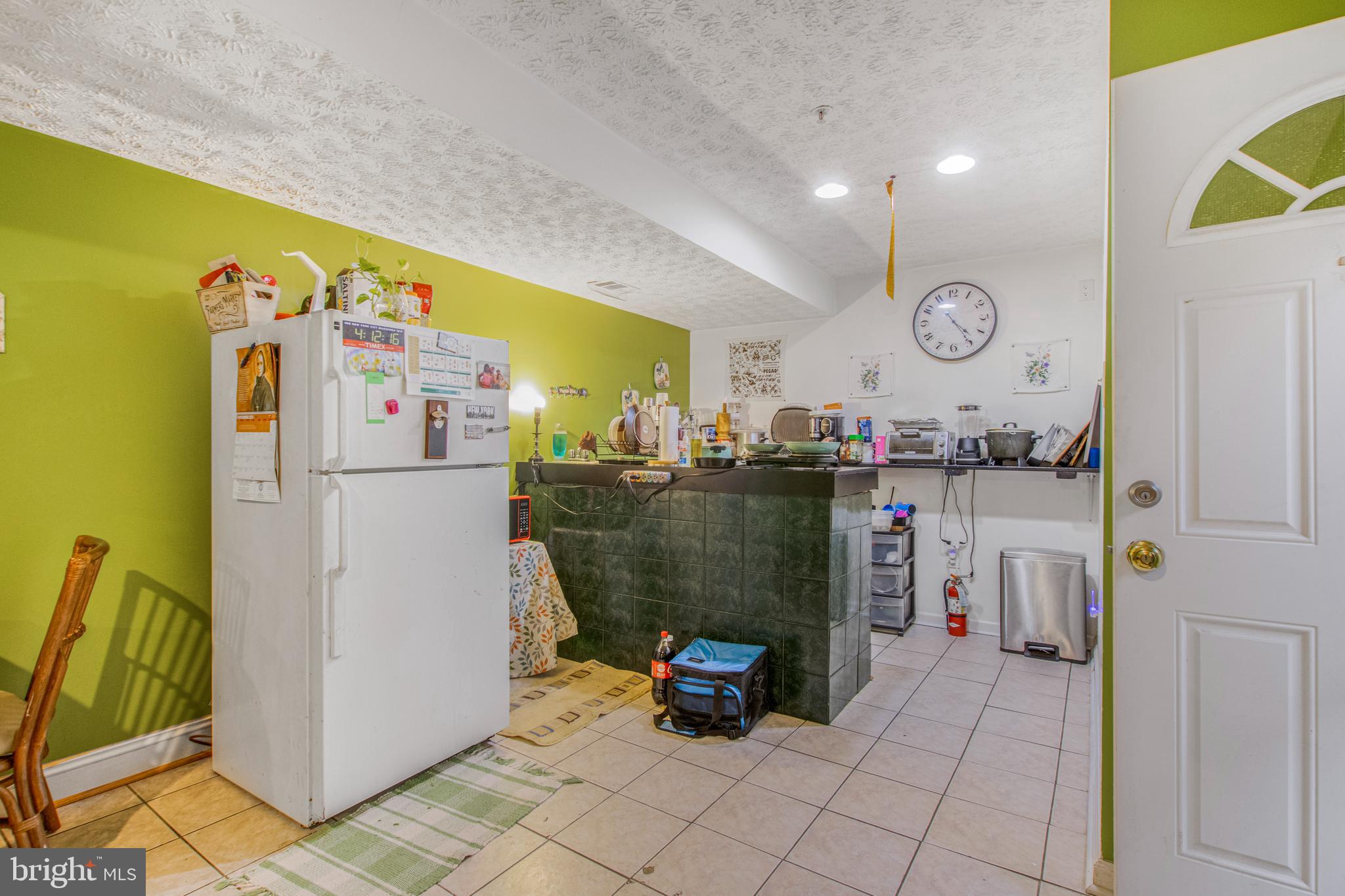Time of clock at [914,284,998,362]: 4:23
